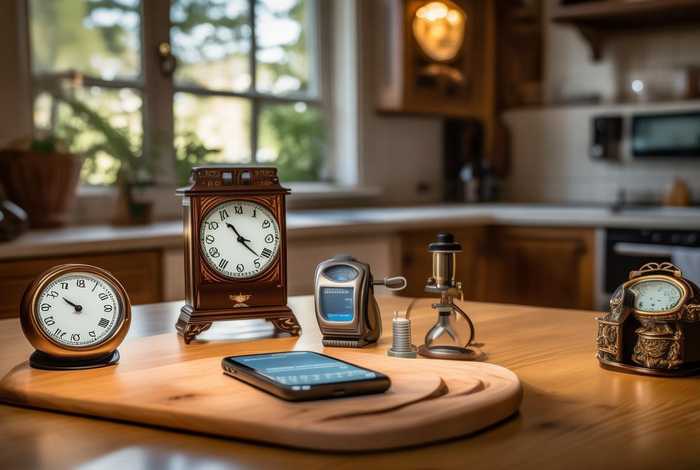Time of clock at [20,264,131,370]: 9:50
